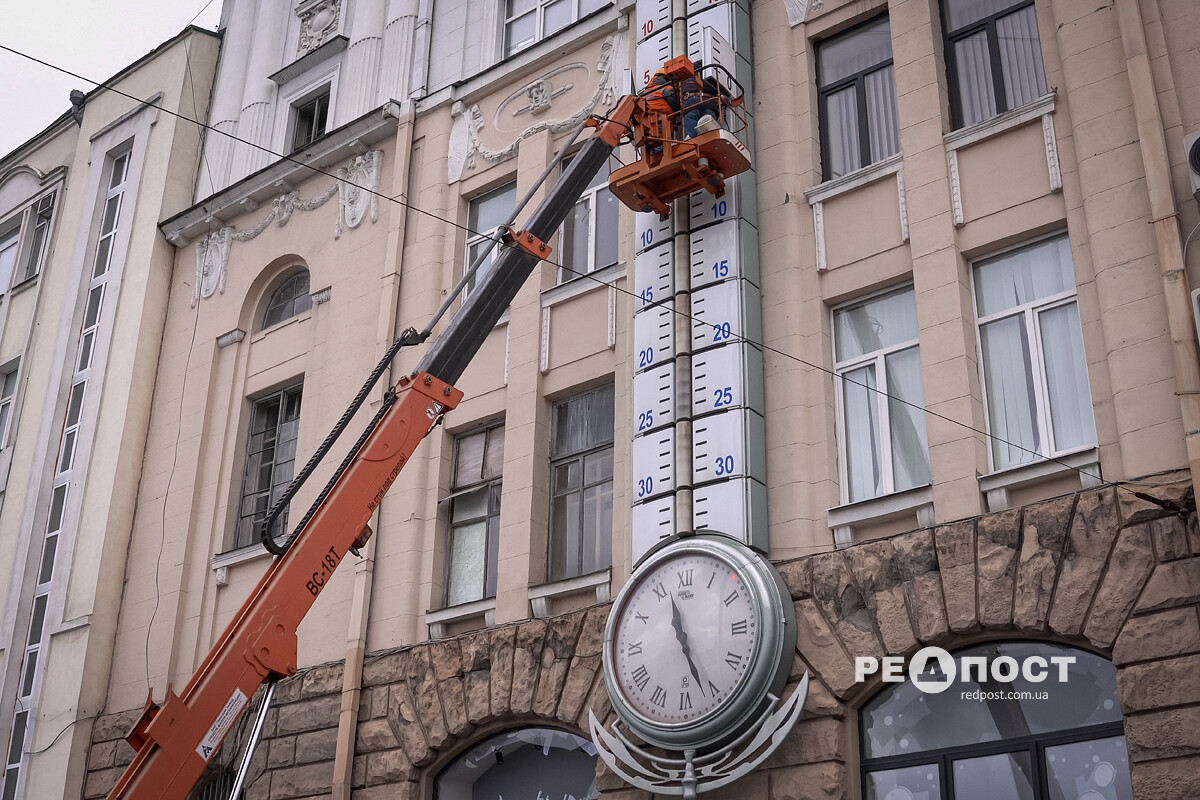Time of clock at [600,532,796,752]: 11:26
